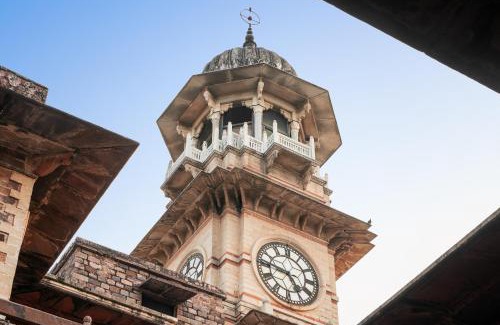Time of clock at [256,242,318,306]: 4:46
